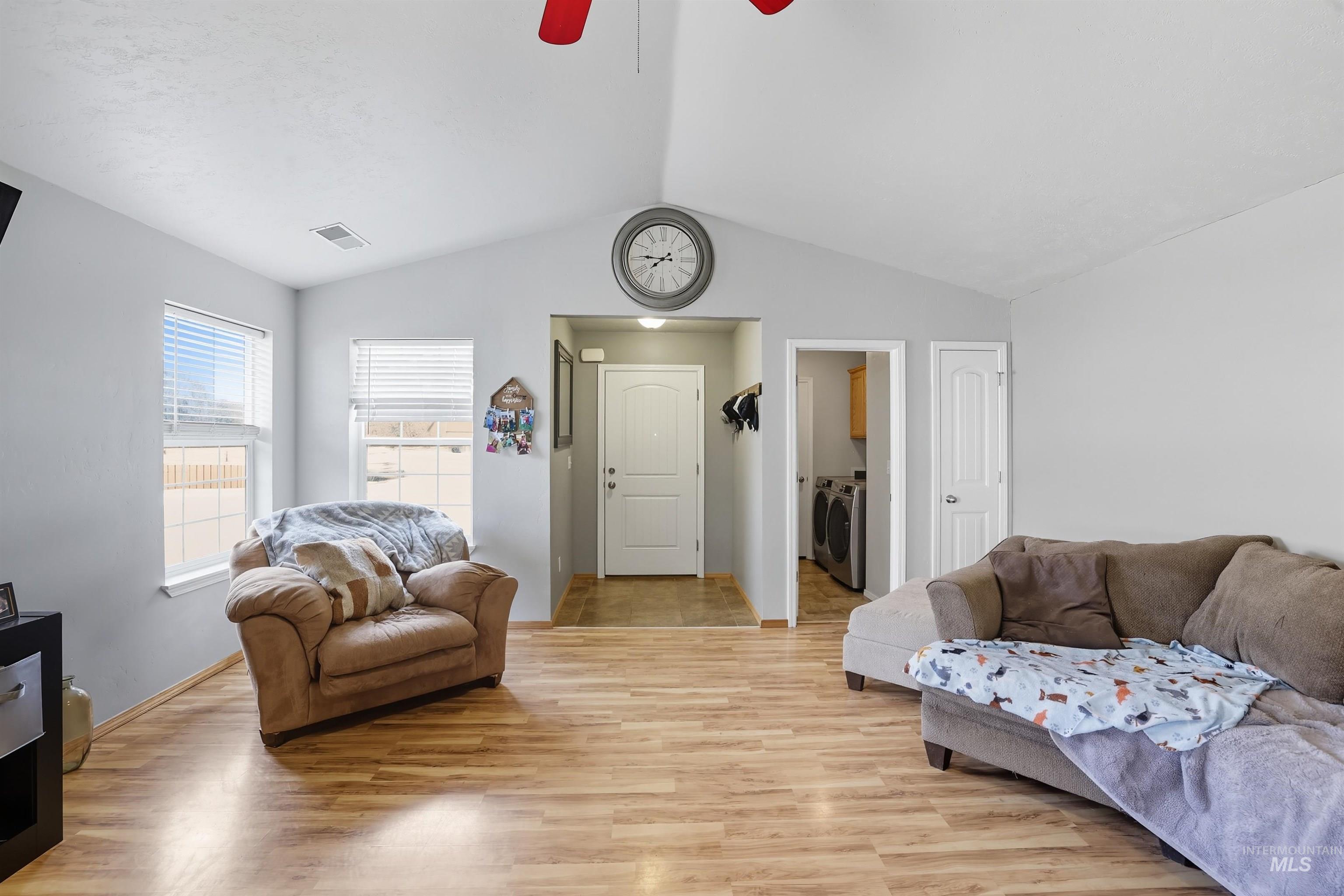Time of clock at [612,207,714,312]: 7:45
